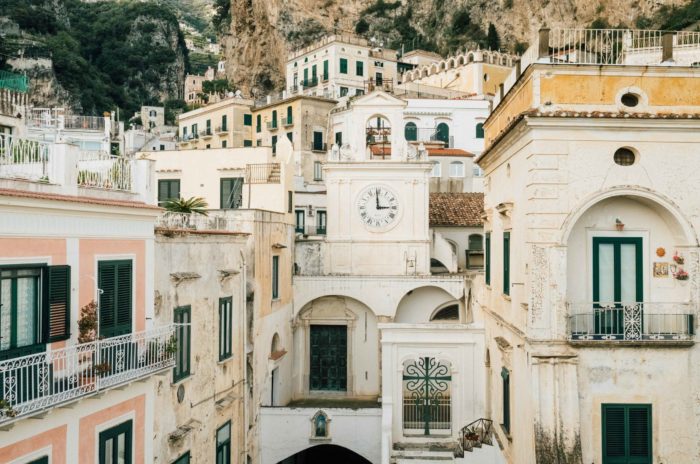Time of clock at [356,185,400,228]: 2:59
